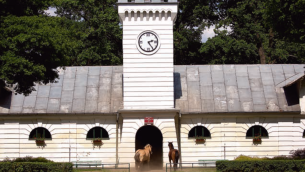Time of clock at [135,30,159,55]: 2:24
